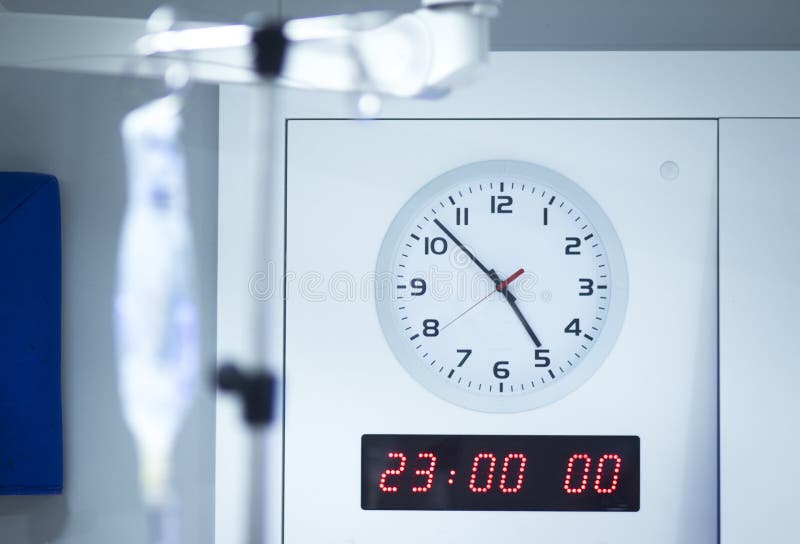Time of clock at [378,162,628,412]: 4:52
